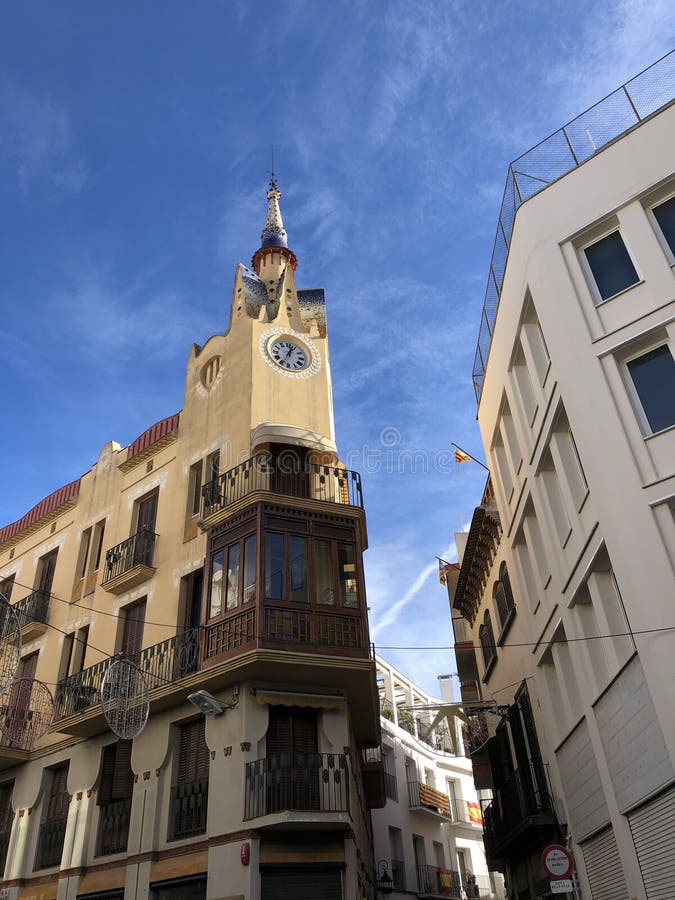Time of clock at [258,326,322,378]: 12:34
